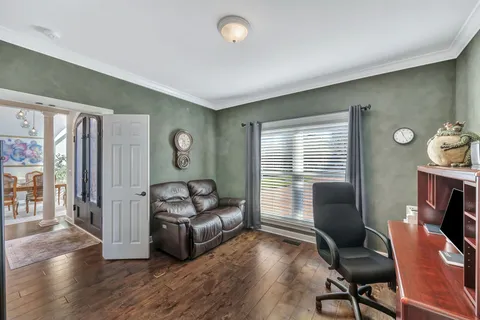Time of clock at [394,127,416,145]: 11:25
